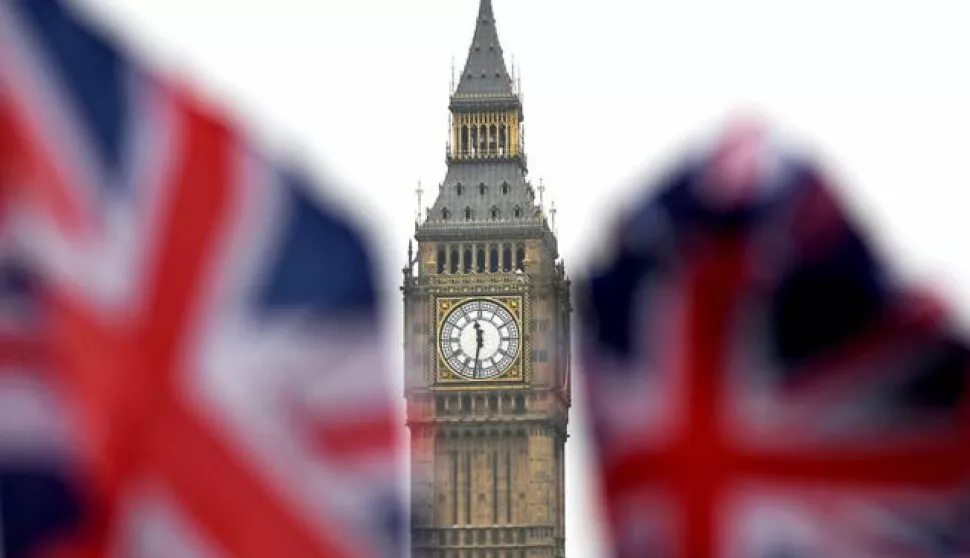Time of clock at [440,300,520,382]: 11:31
